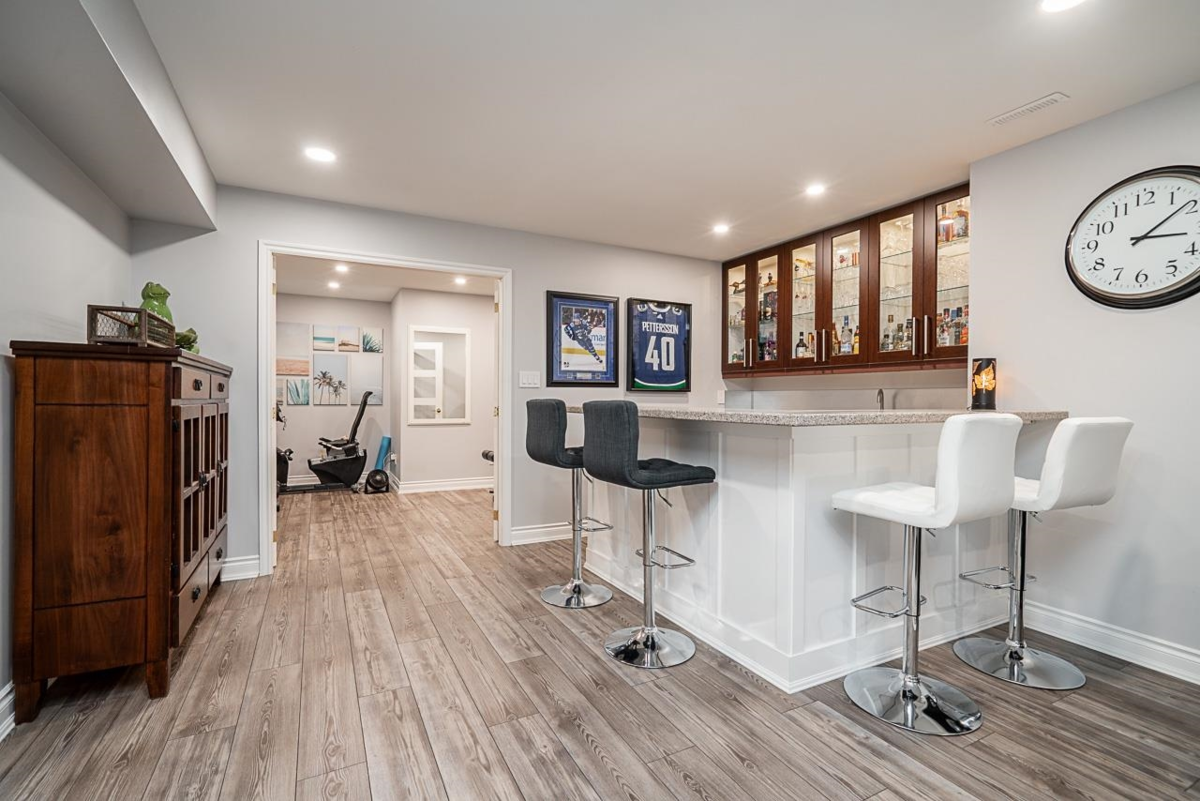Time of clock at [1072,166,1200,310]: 3:08
